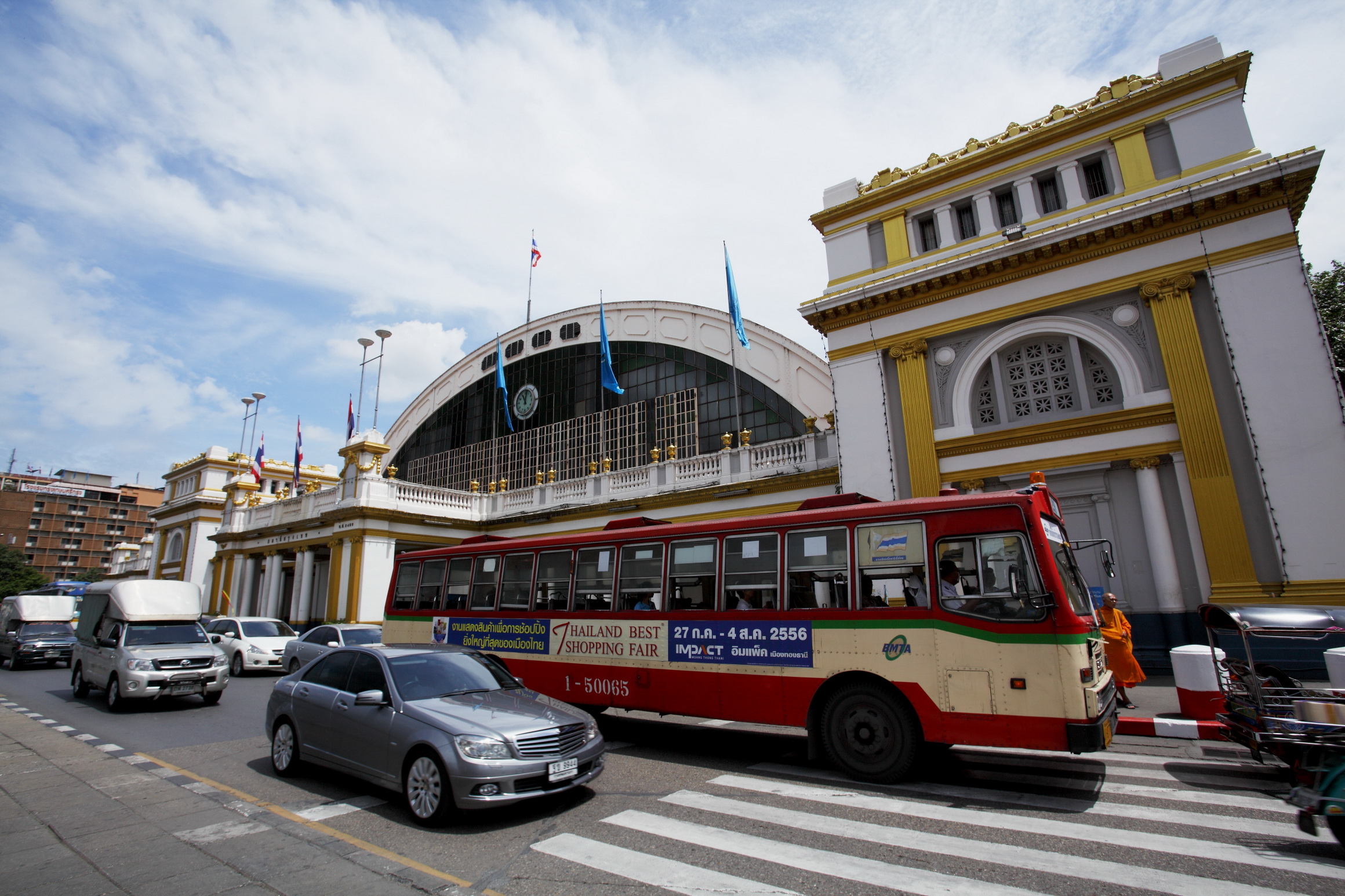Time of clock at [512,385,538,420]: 11:02
